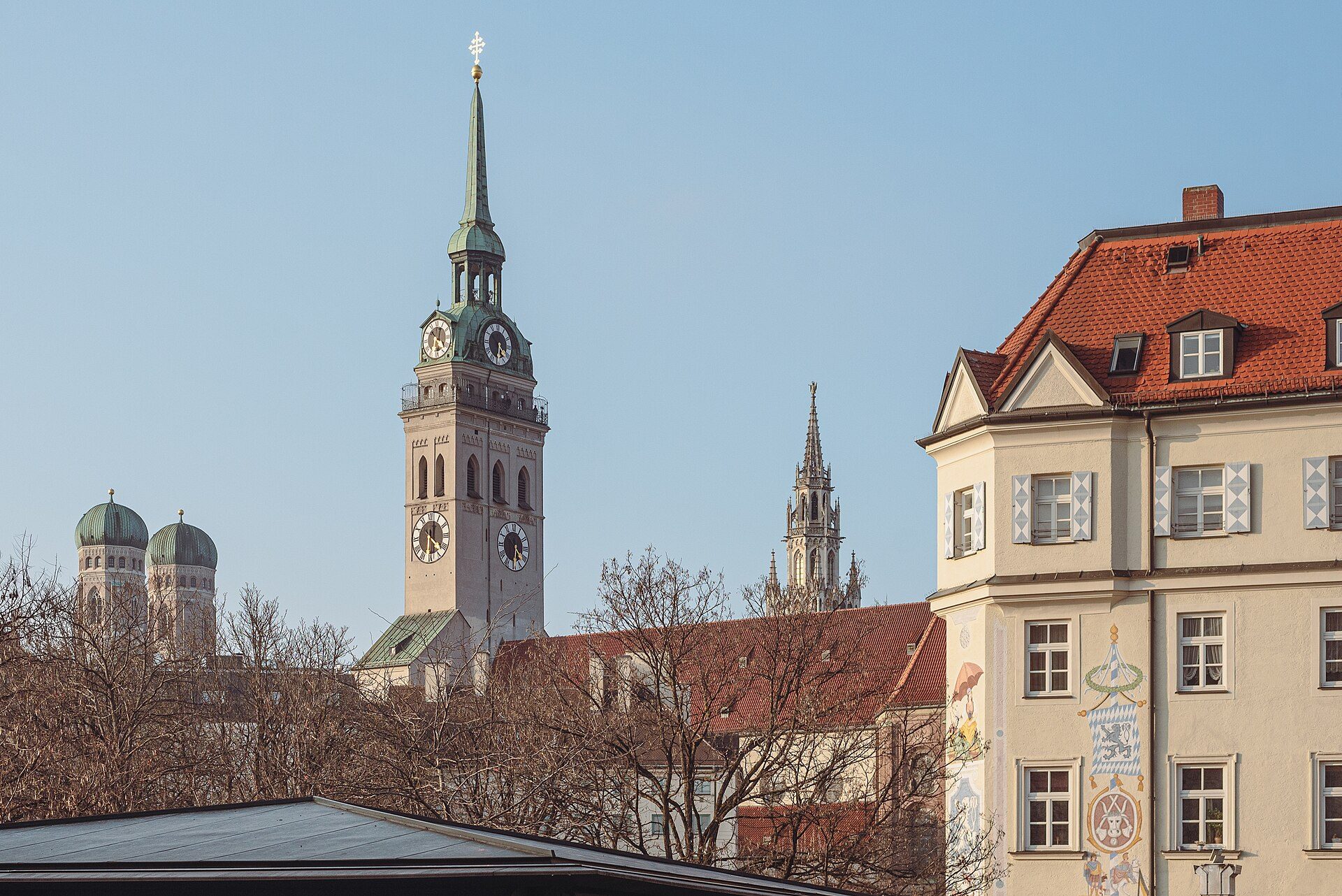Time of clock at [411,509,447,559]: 4:31
